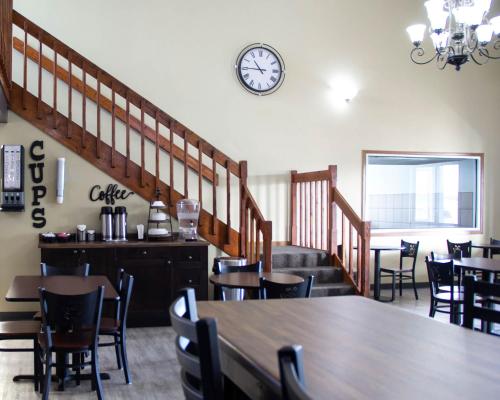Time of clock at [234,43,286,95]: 10:45
